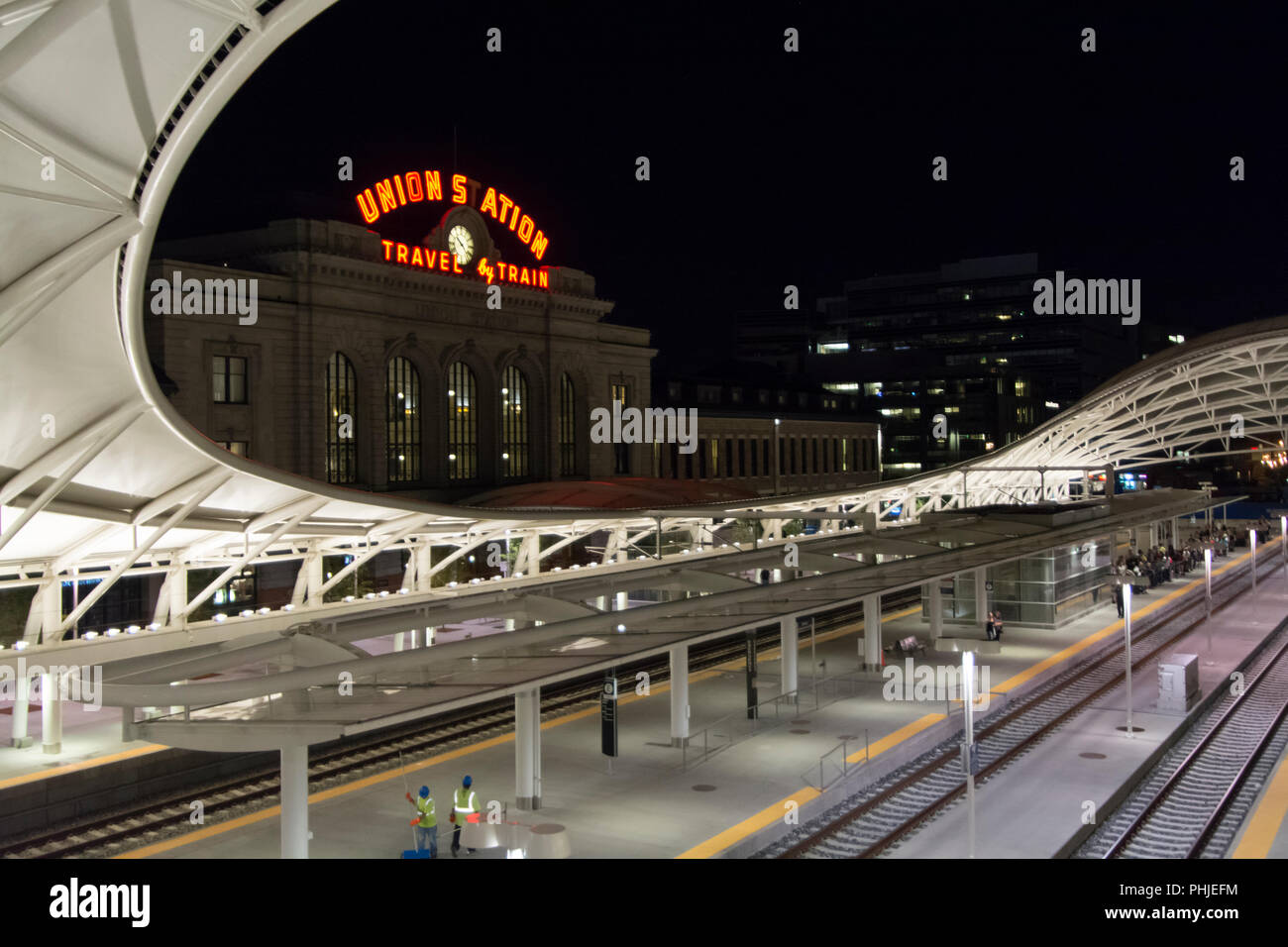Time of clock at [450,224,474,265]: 10:22
